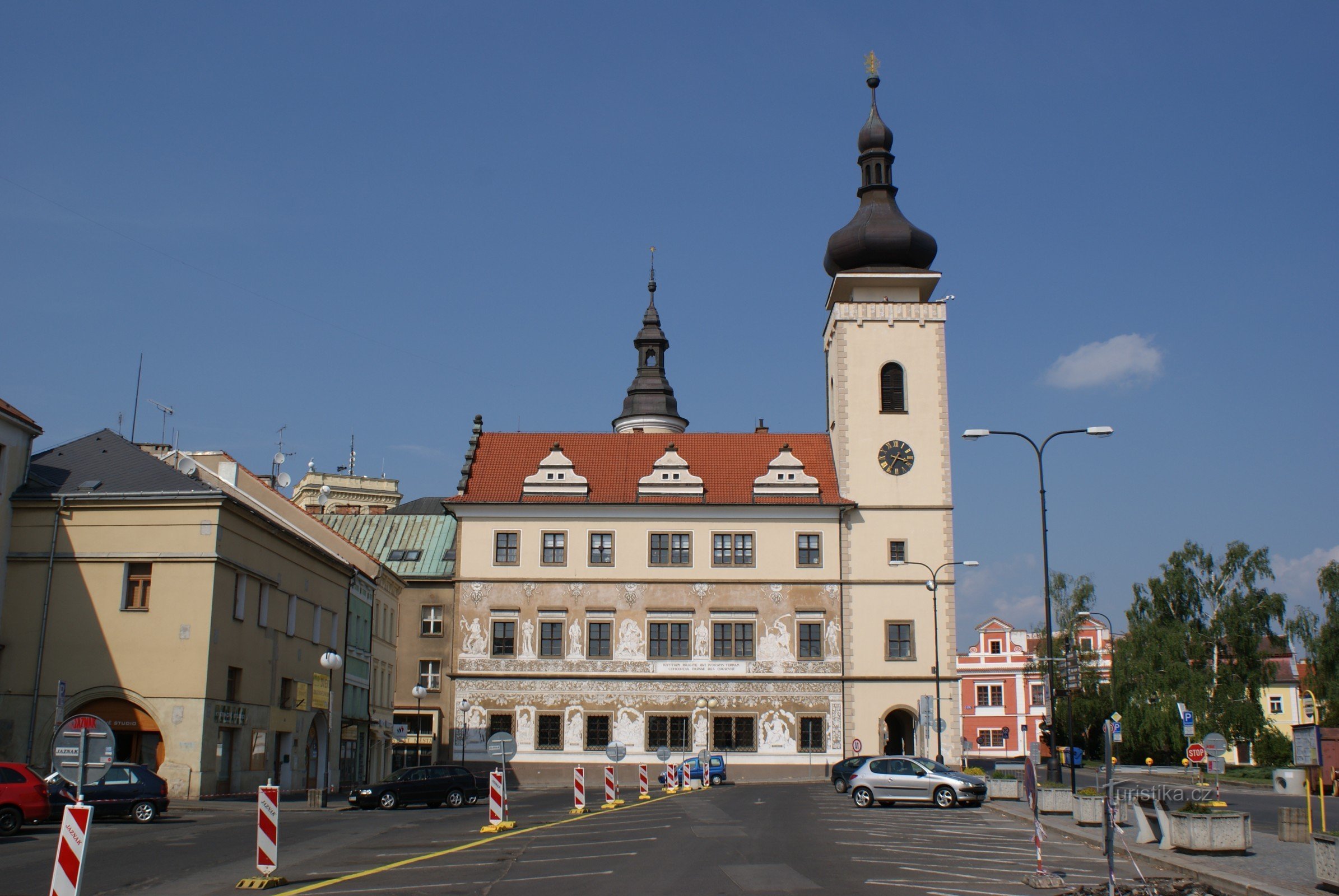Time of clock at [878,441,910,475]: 3:35
